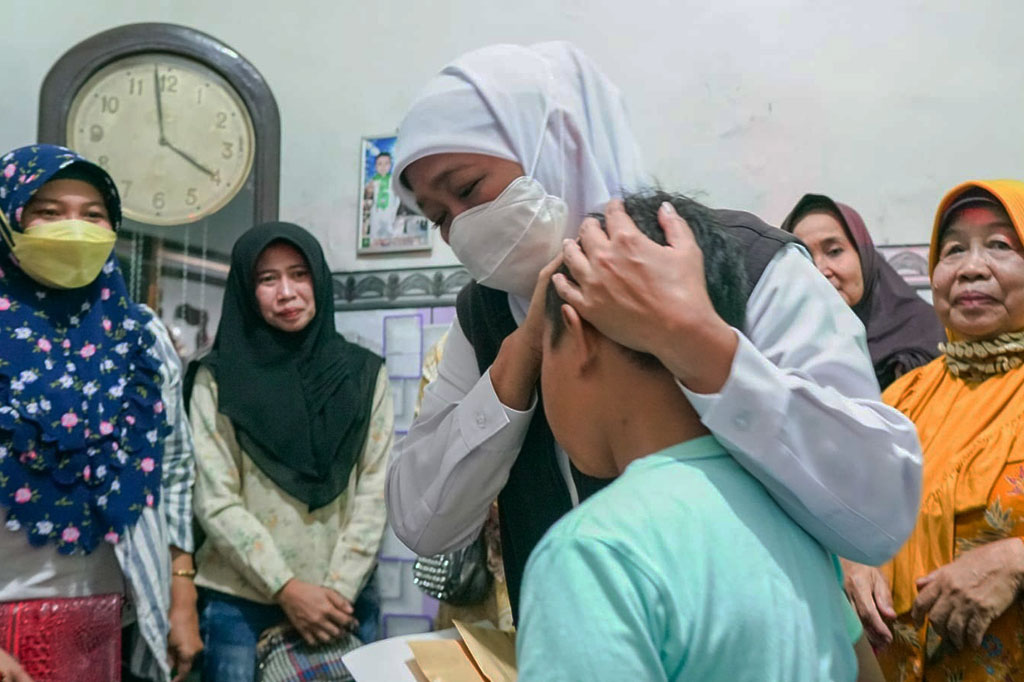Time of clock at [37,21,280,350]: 3:58
